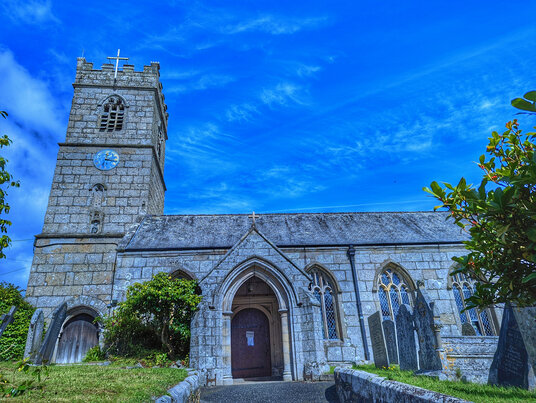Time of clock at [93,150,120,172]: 12:16
